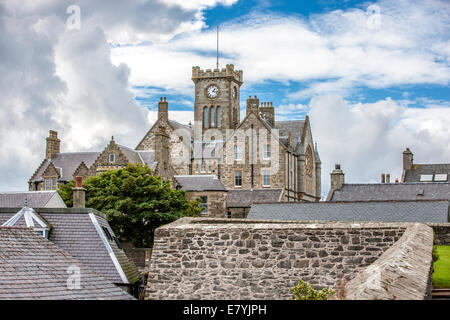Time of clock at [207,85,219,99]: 1:16
